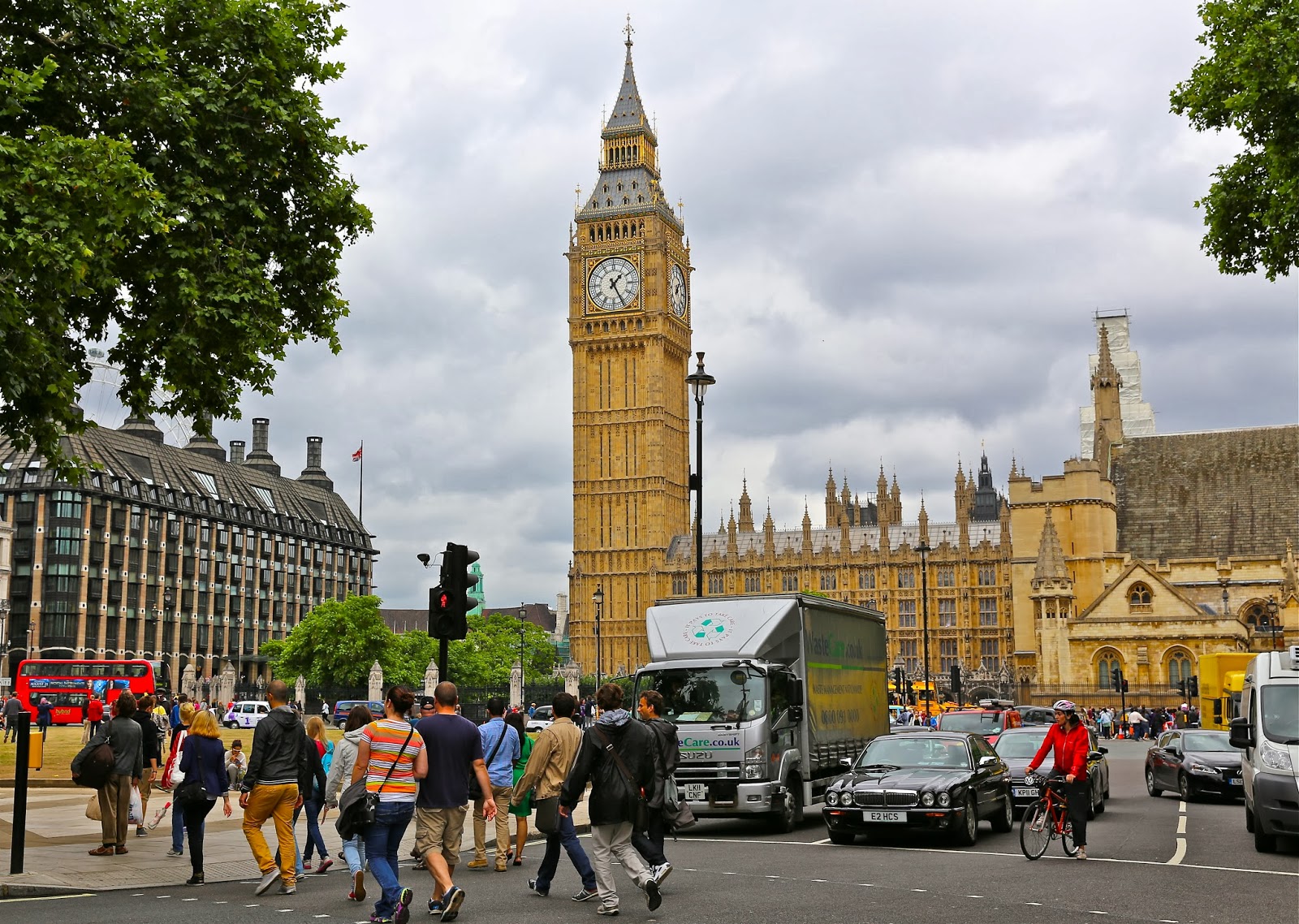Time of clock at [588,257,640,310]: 1:25
